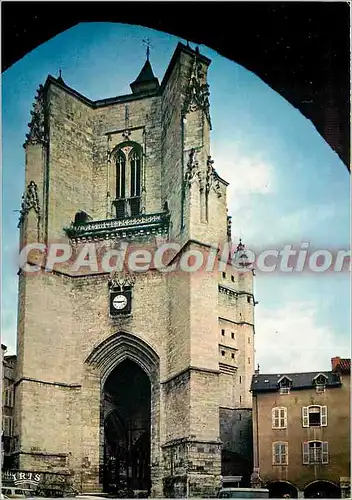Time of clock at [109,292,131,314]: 2:46
